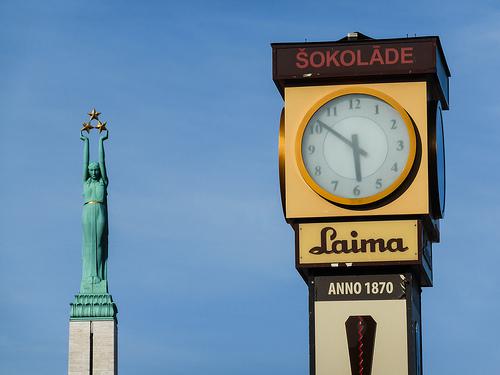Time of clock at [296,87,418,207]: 5:51
